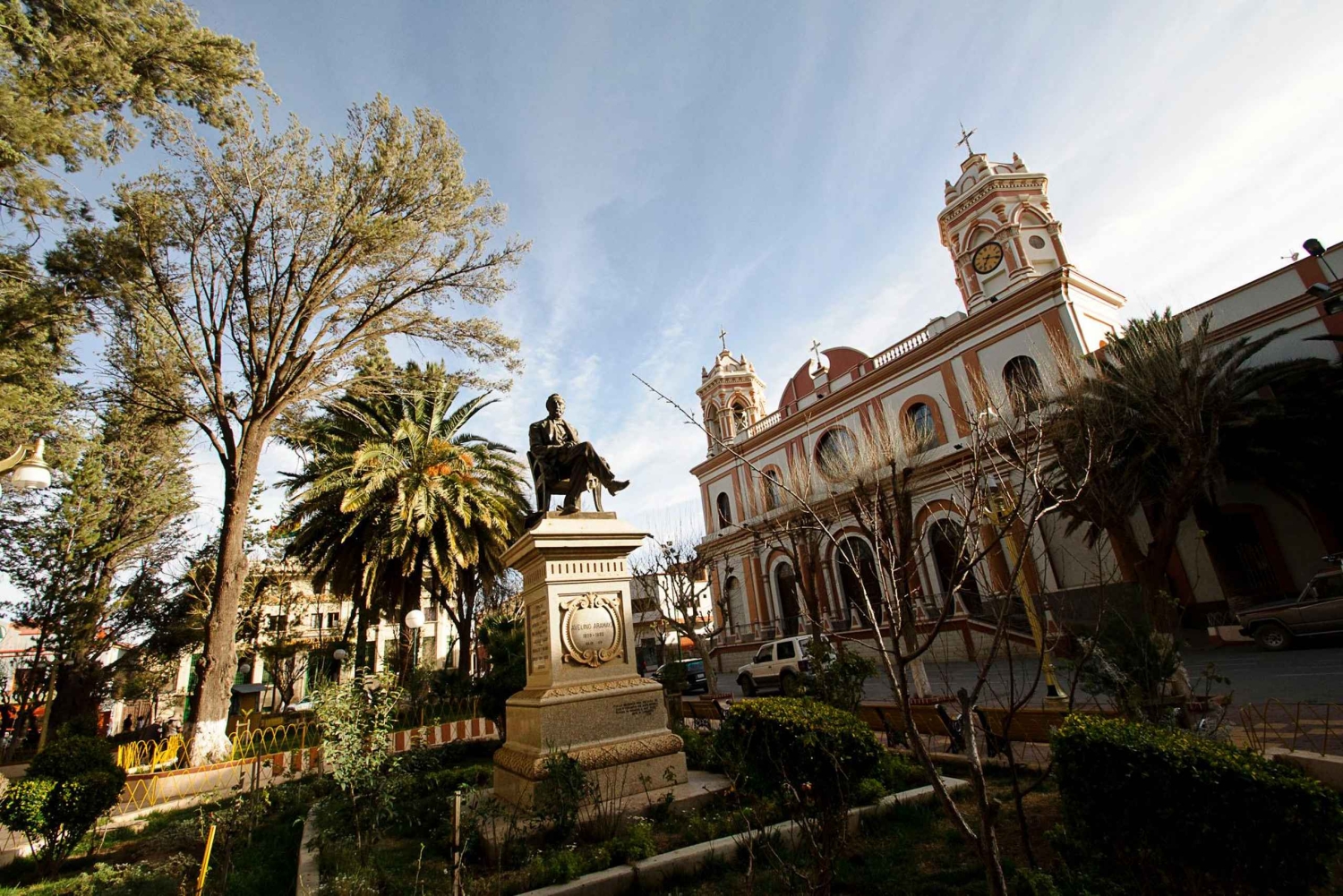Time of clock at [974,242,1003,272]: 6:14
